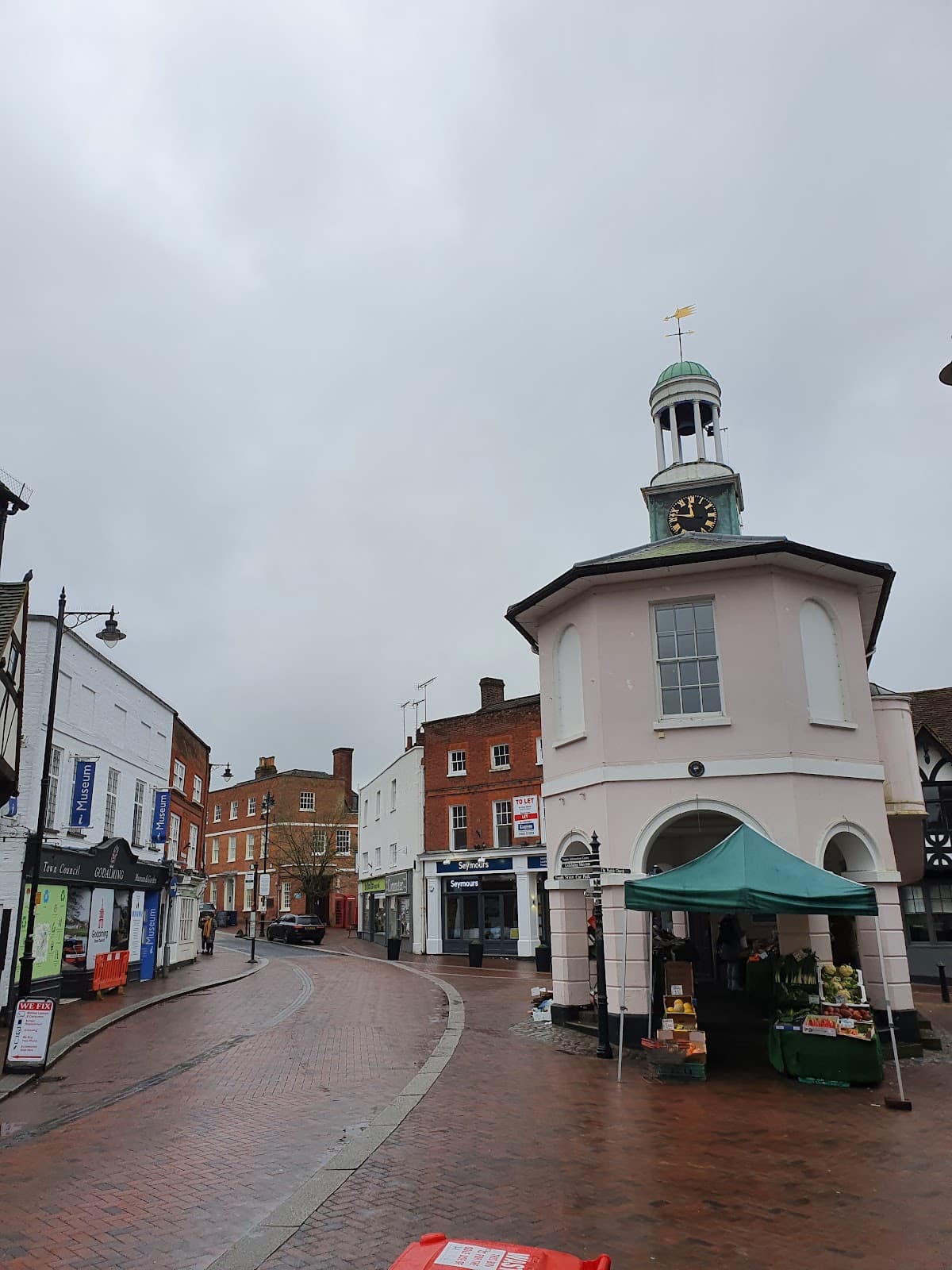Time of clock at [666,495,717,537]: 11:46
